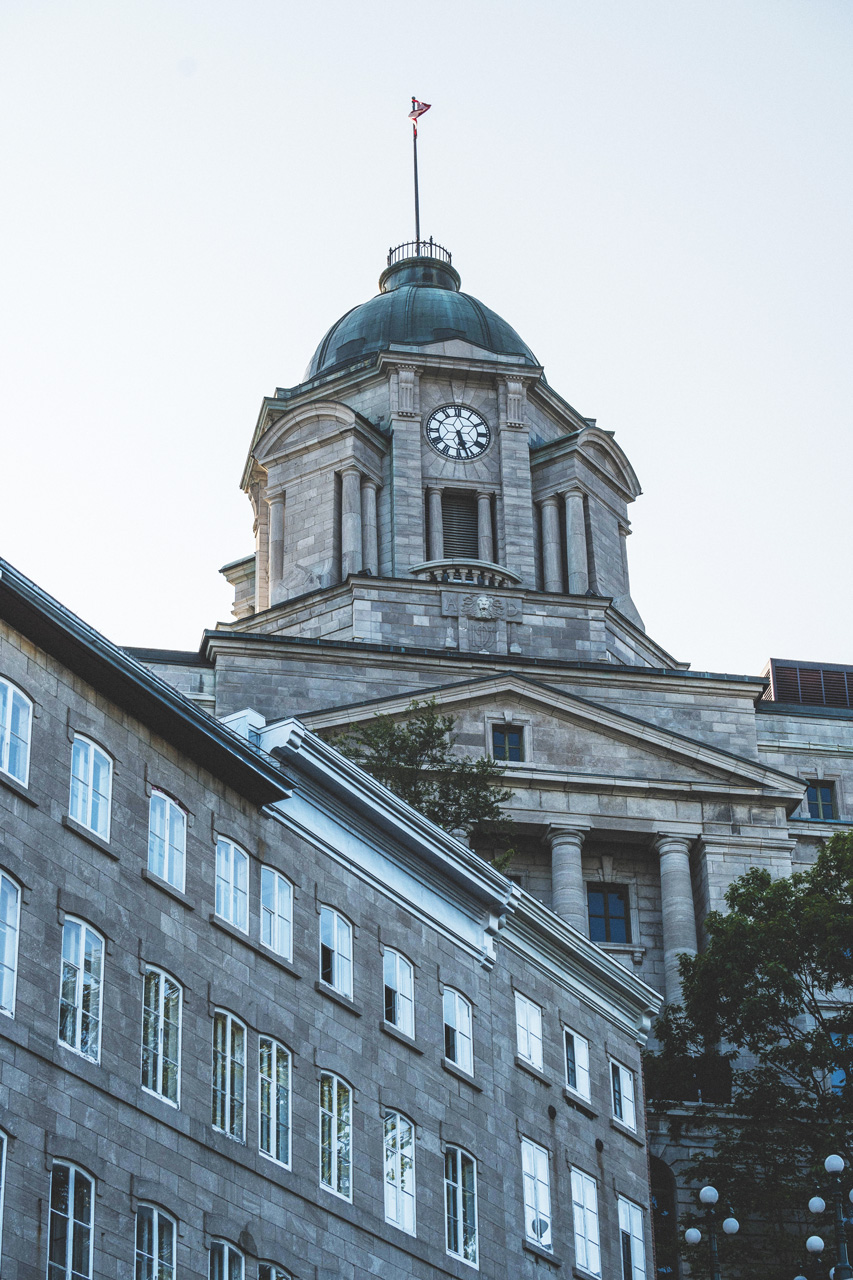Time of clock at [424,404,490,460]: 5:26
